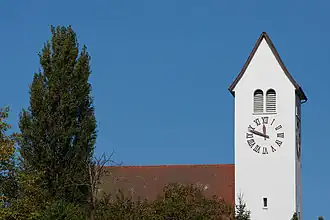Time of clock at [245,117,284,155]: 11:47
